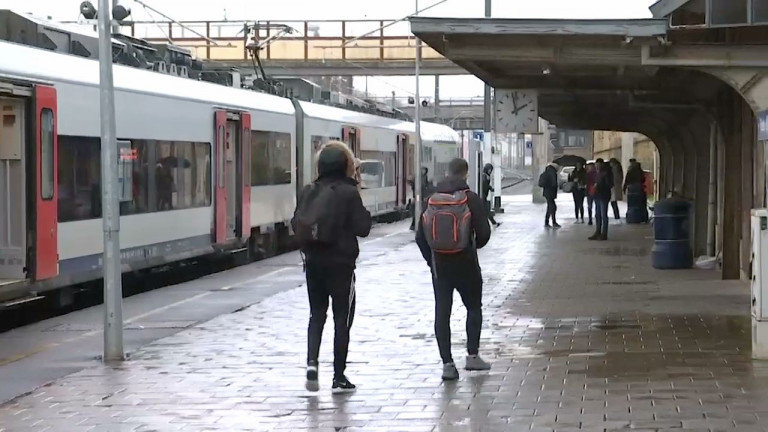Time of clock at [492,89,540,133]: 1:58
